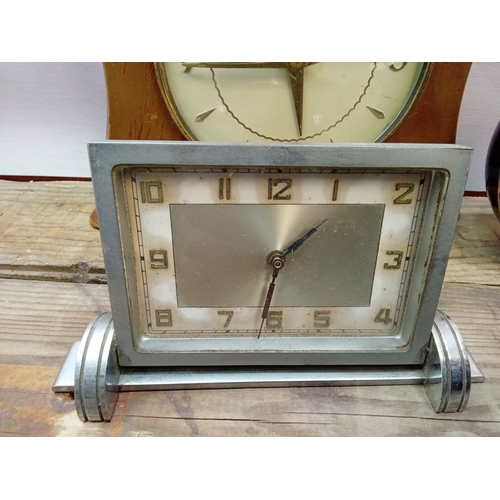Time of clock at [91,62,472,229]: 1:31
